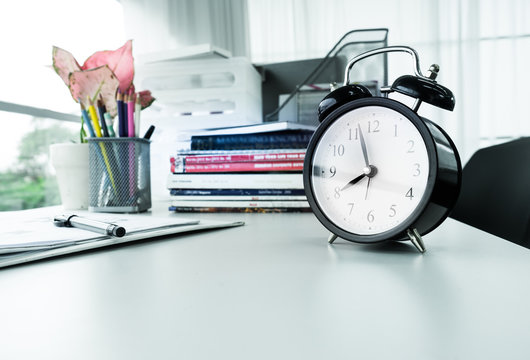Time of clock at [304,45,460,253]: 7:57
